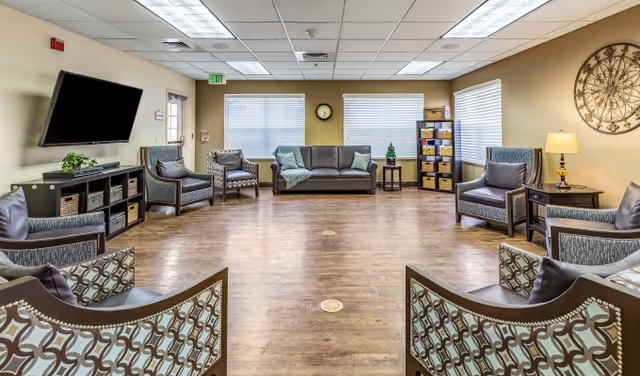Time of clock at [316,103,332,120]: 4:31
